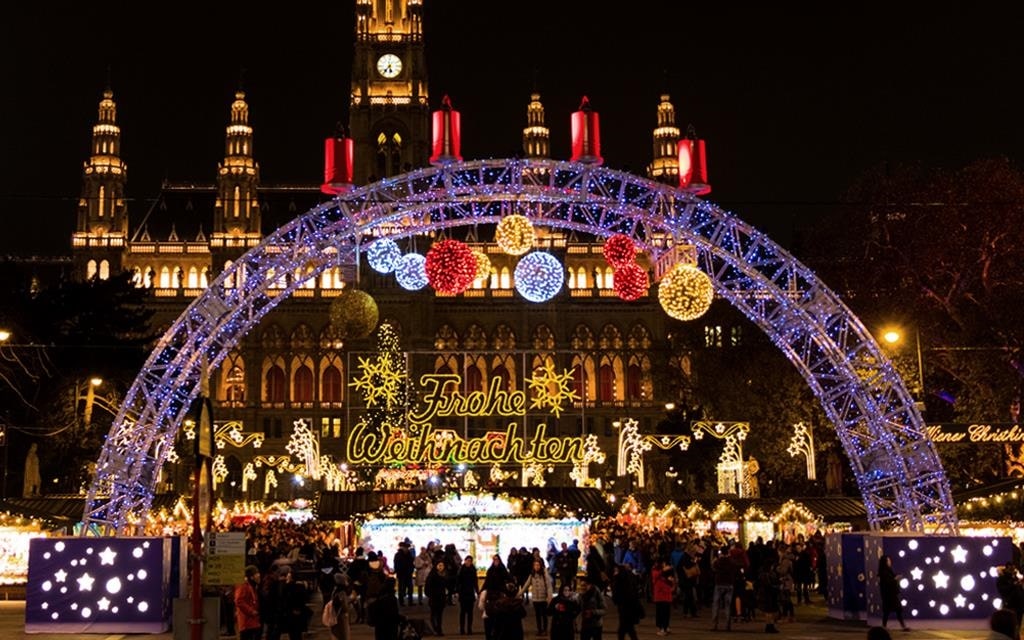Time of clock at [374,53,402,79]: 5:36
